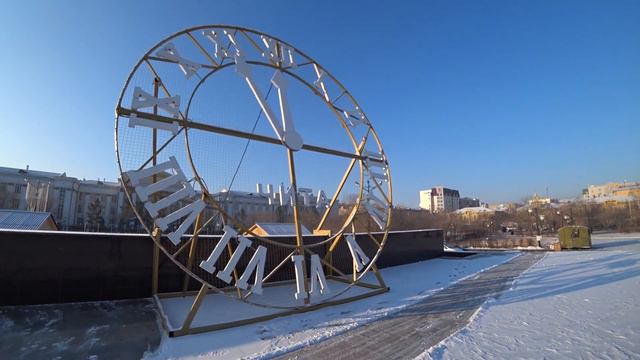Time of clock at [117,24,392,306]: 11:46
